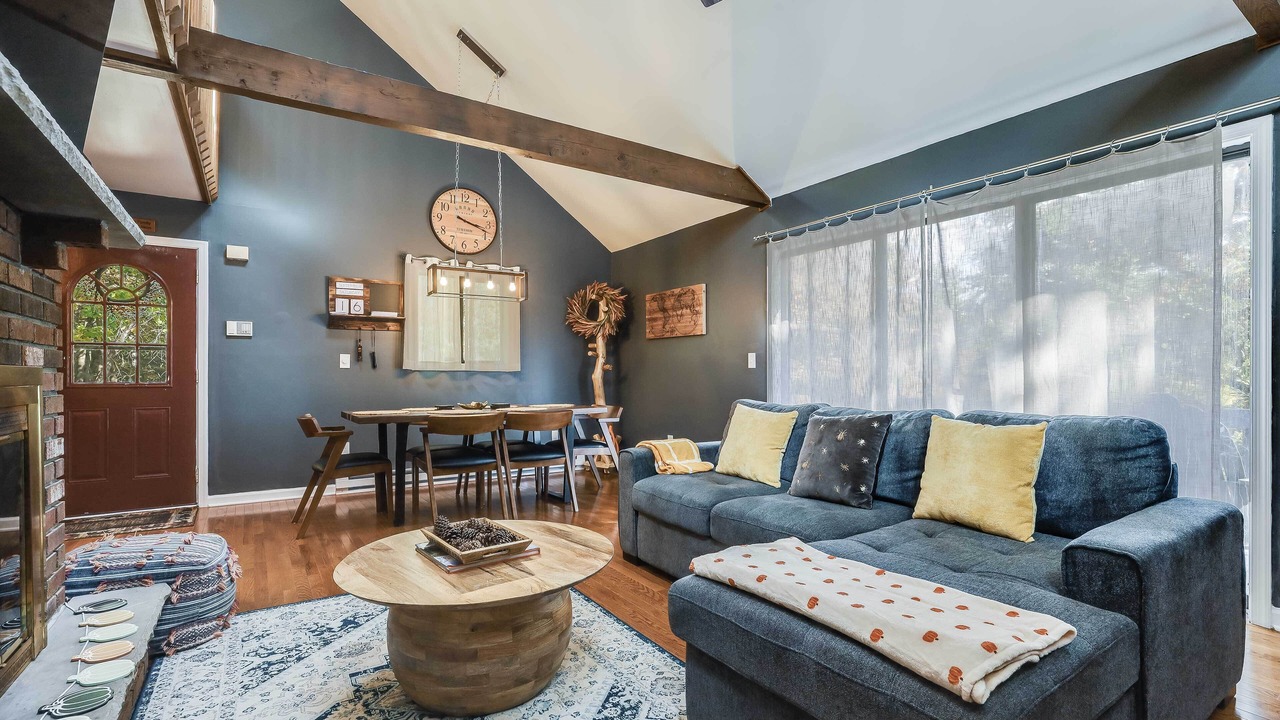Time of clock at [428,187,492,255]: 3:17
